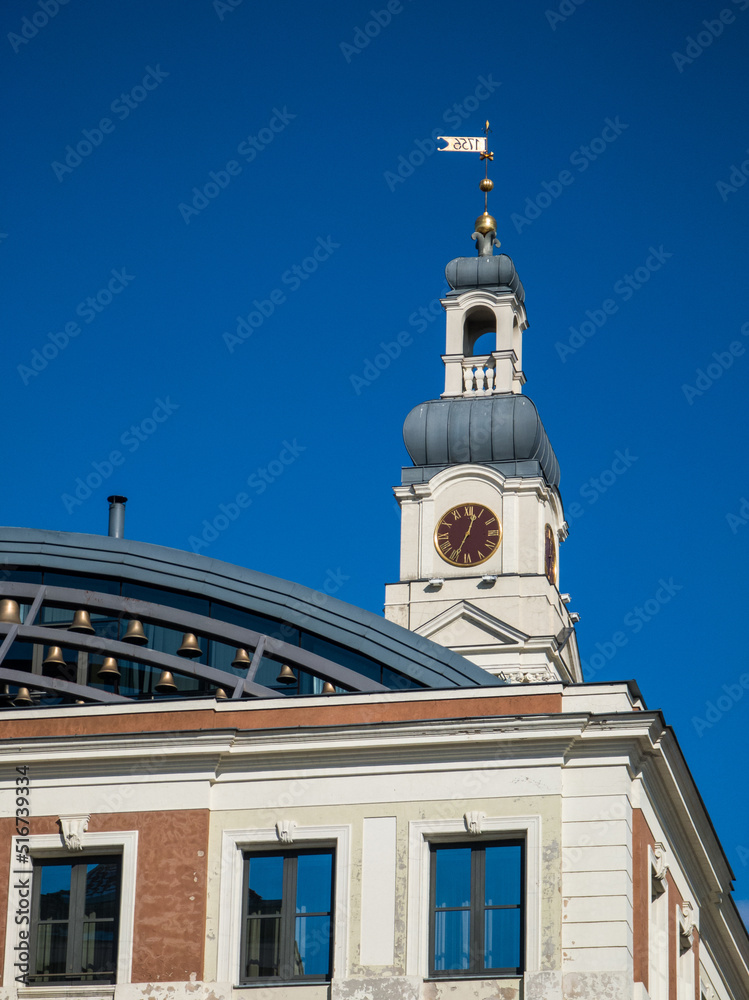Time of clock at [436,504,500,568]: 12:34
